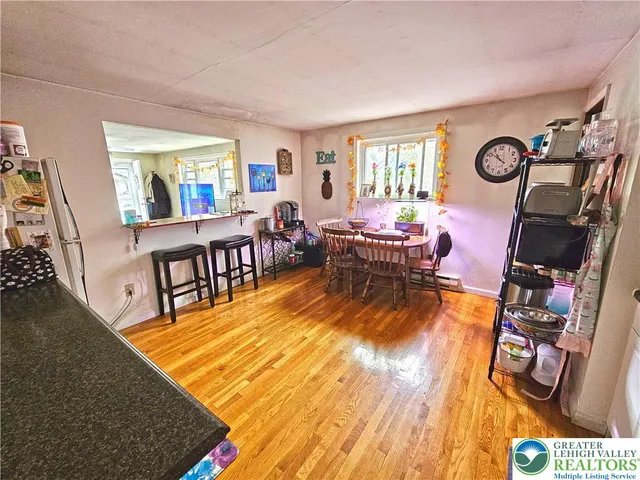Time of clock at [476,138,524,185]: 10:51
